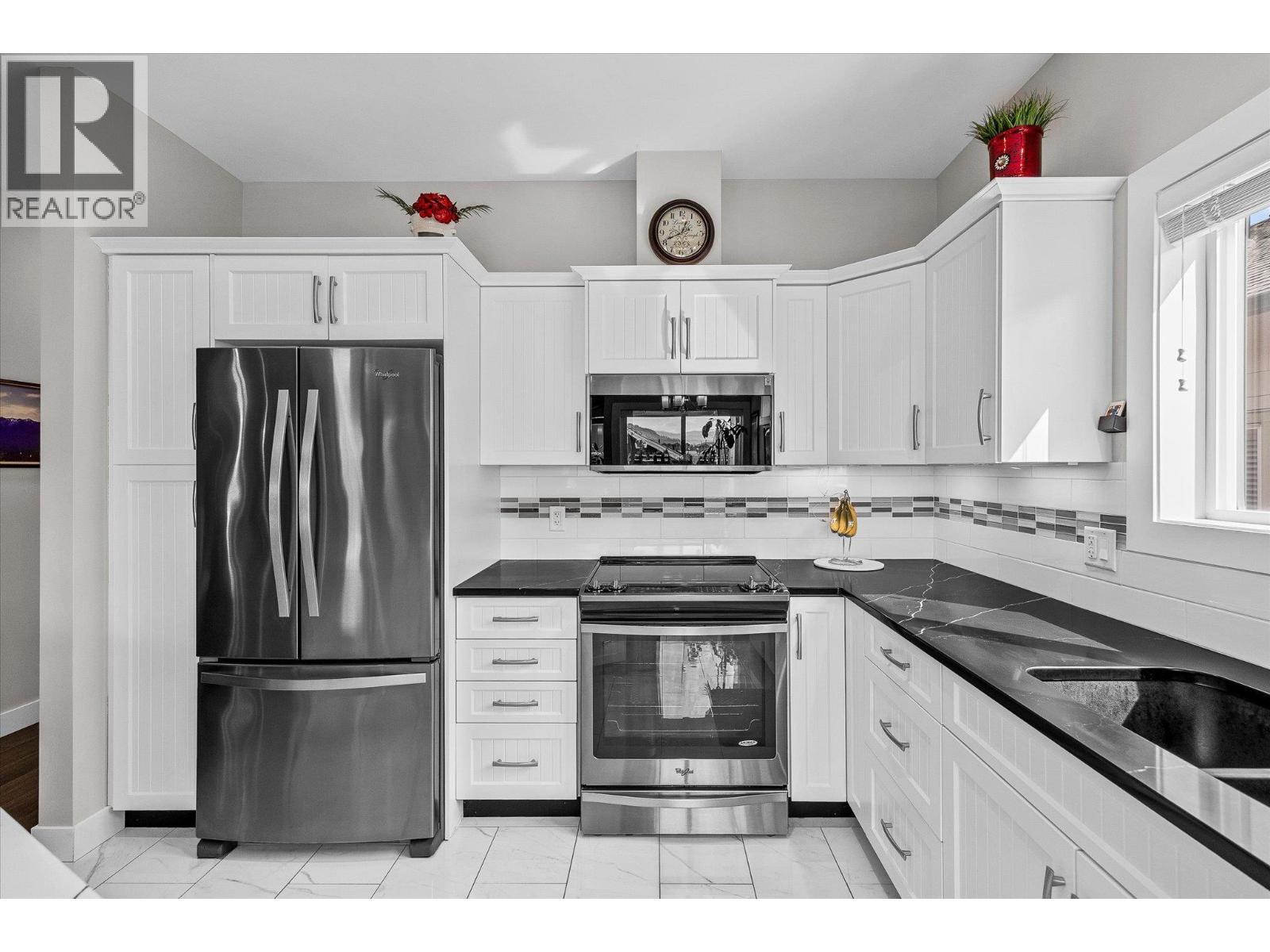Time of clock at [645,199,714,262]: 12:41
